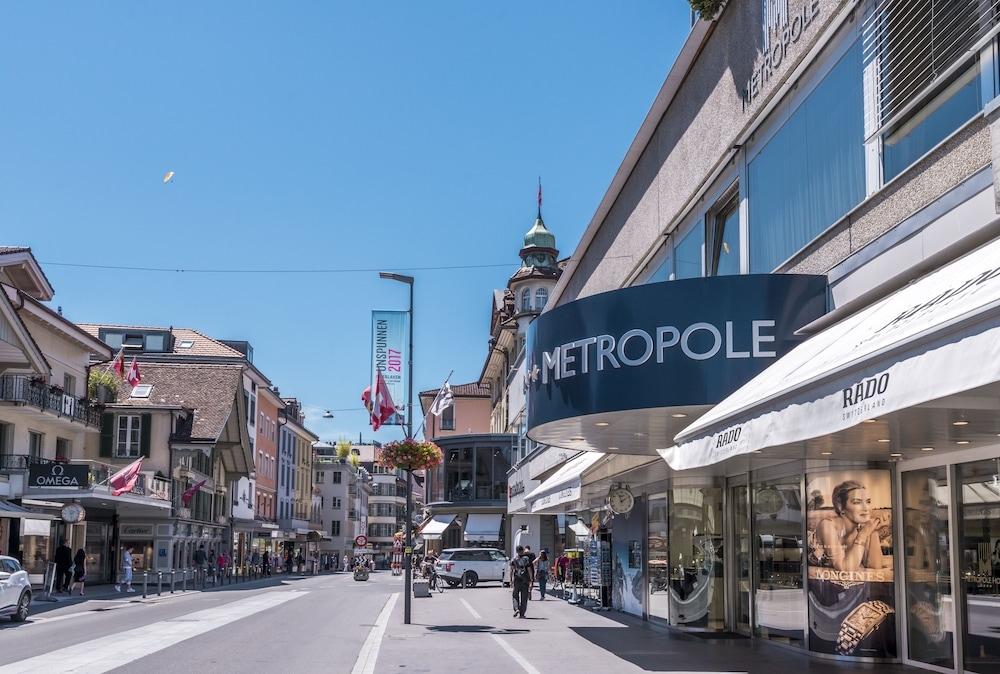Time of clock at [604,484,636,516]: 1:56
